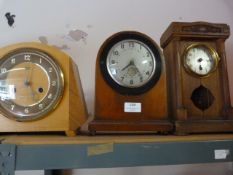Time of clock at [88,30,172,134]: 7:23
